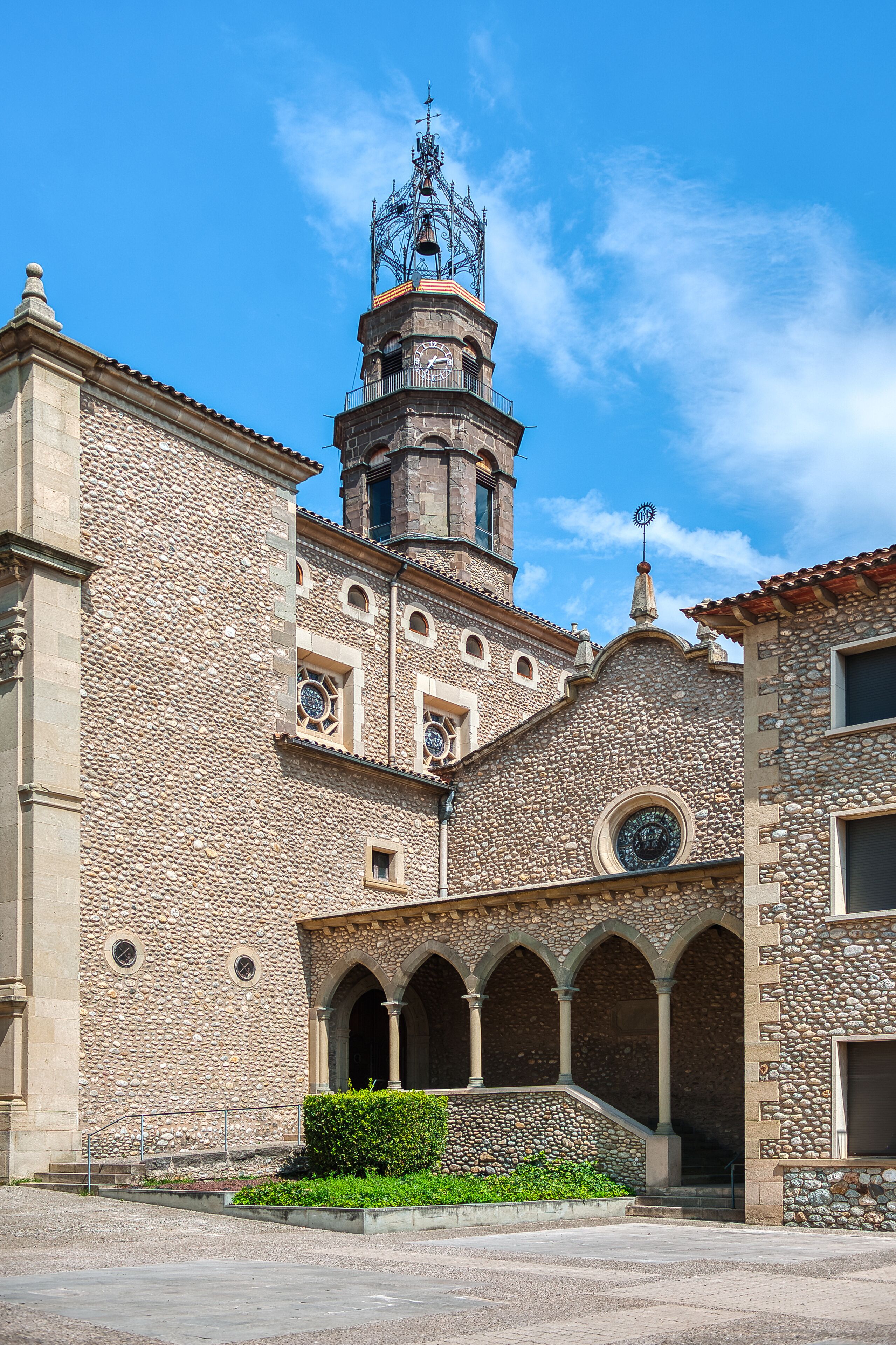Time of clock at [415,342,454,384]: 1:13
